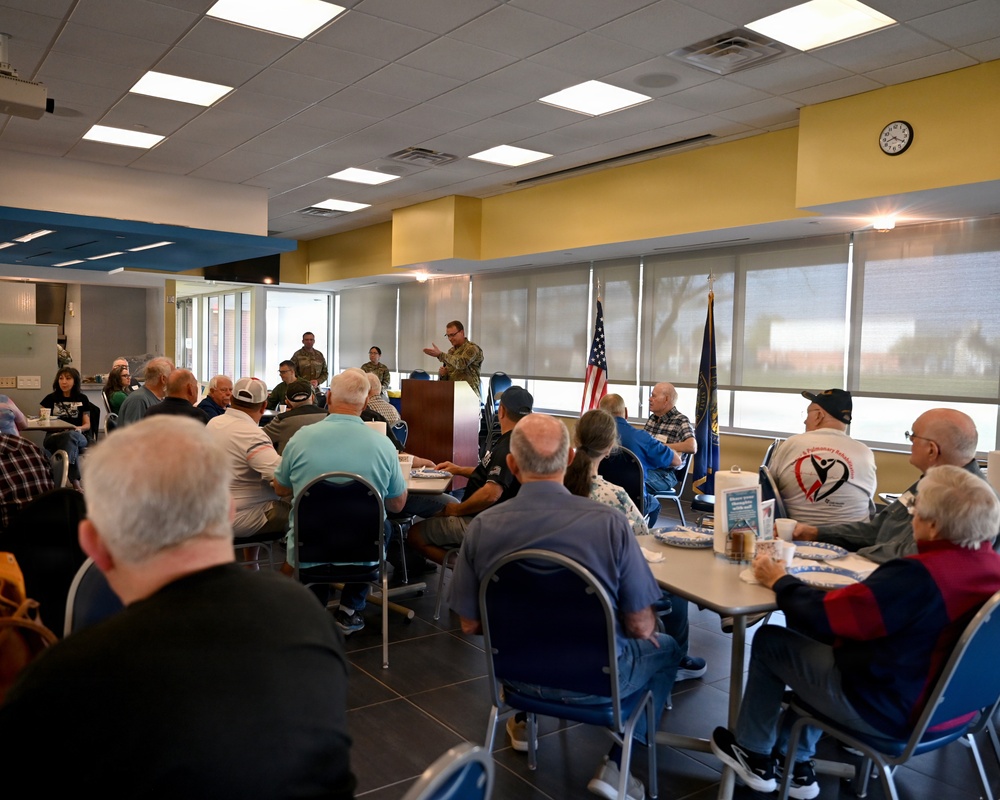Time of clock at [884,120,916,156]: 8:19
